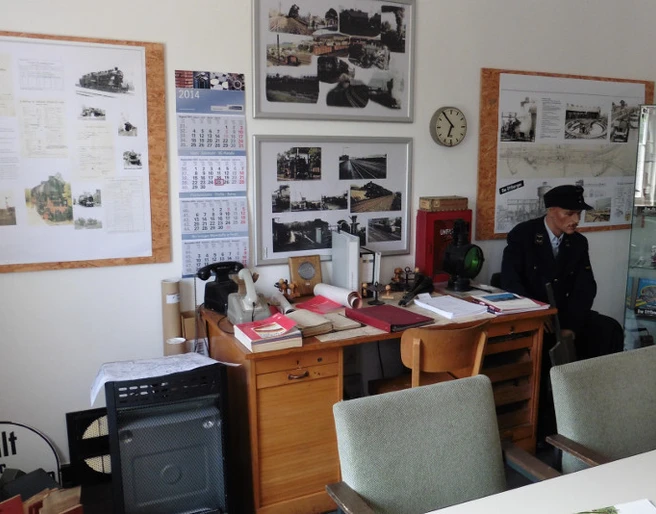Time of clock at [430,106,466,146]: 6:54
